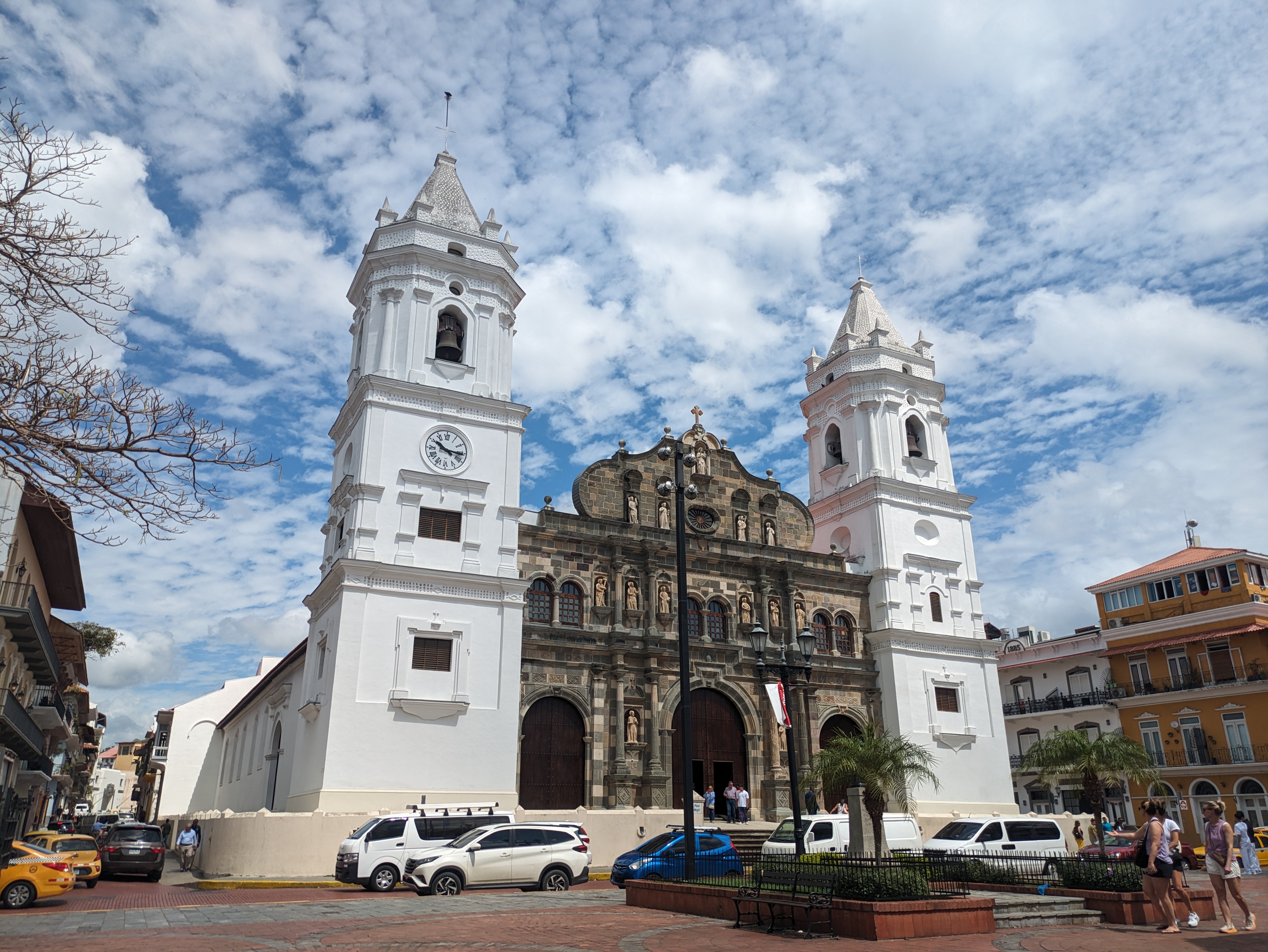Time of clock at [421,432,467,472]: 10:15
